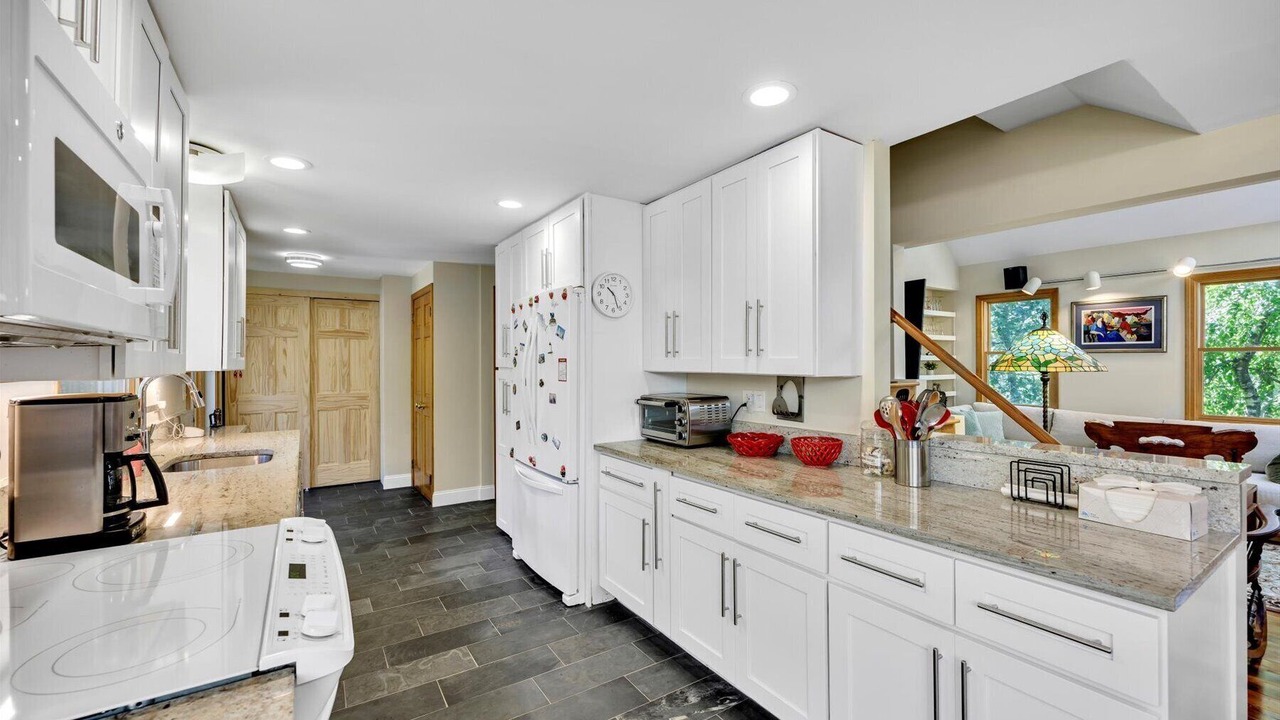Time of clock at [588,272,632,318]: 10:26
